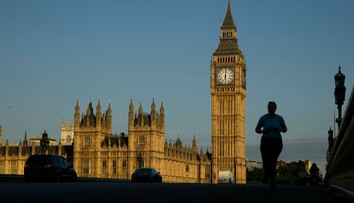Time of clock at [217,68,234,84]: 6:00
